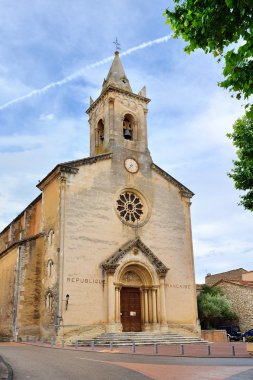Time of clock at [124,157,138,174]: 7:37
